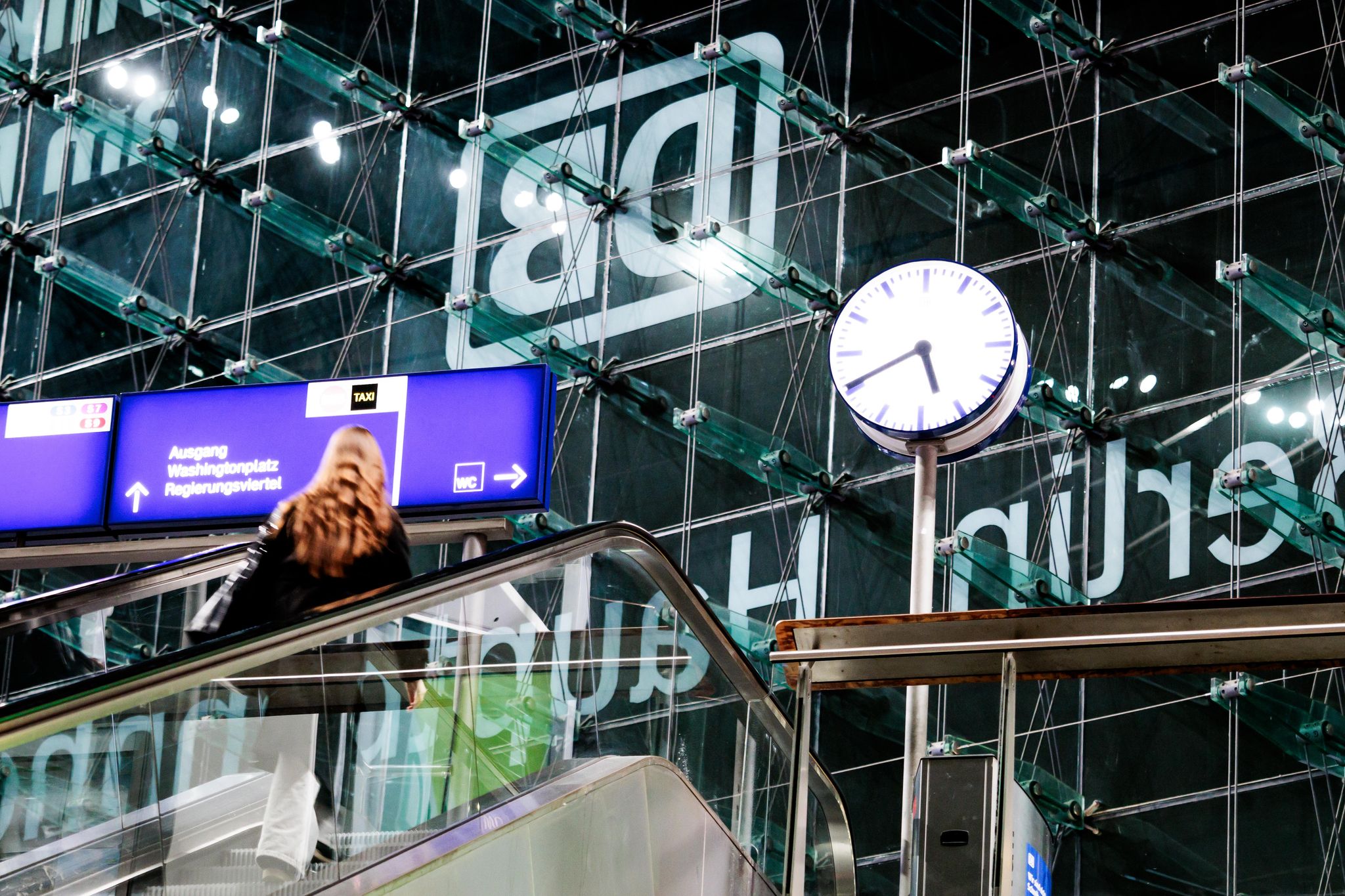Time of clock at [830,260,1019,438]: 5:40
